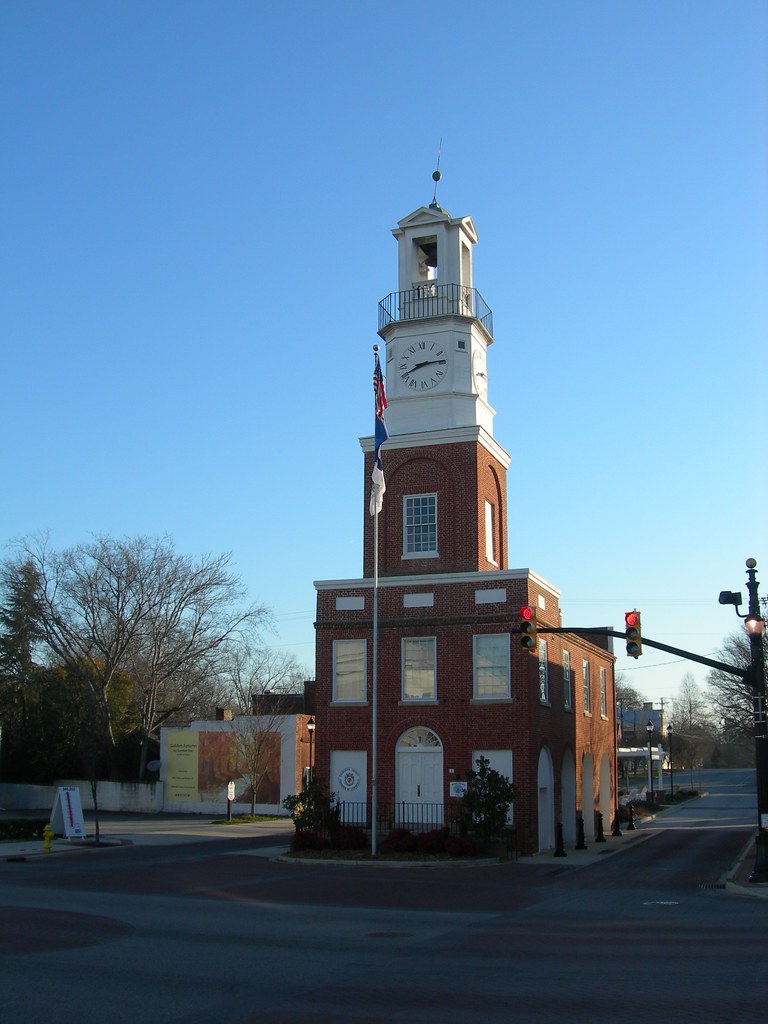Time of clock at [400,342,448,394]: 8:14
